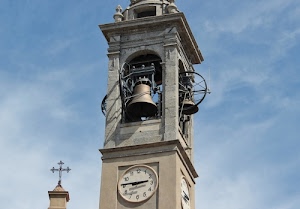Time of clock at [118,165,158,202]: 2:45
